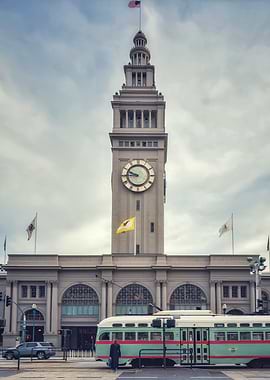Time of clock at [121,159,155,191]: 9:44
